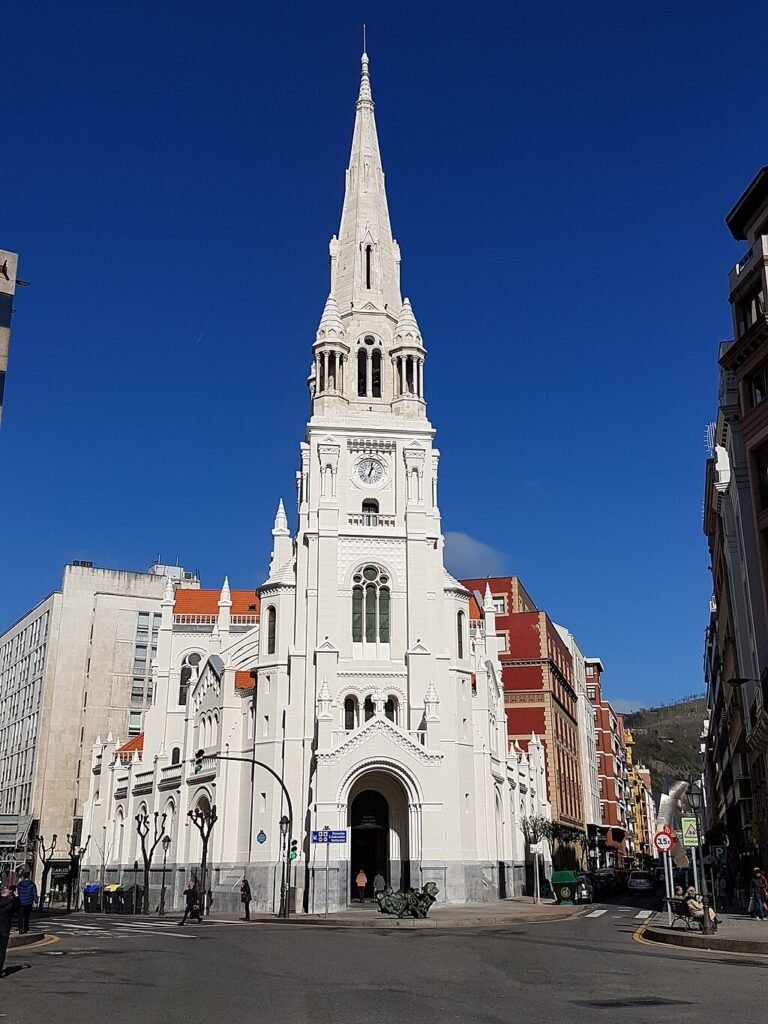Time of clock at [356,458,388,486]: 1:02
